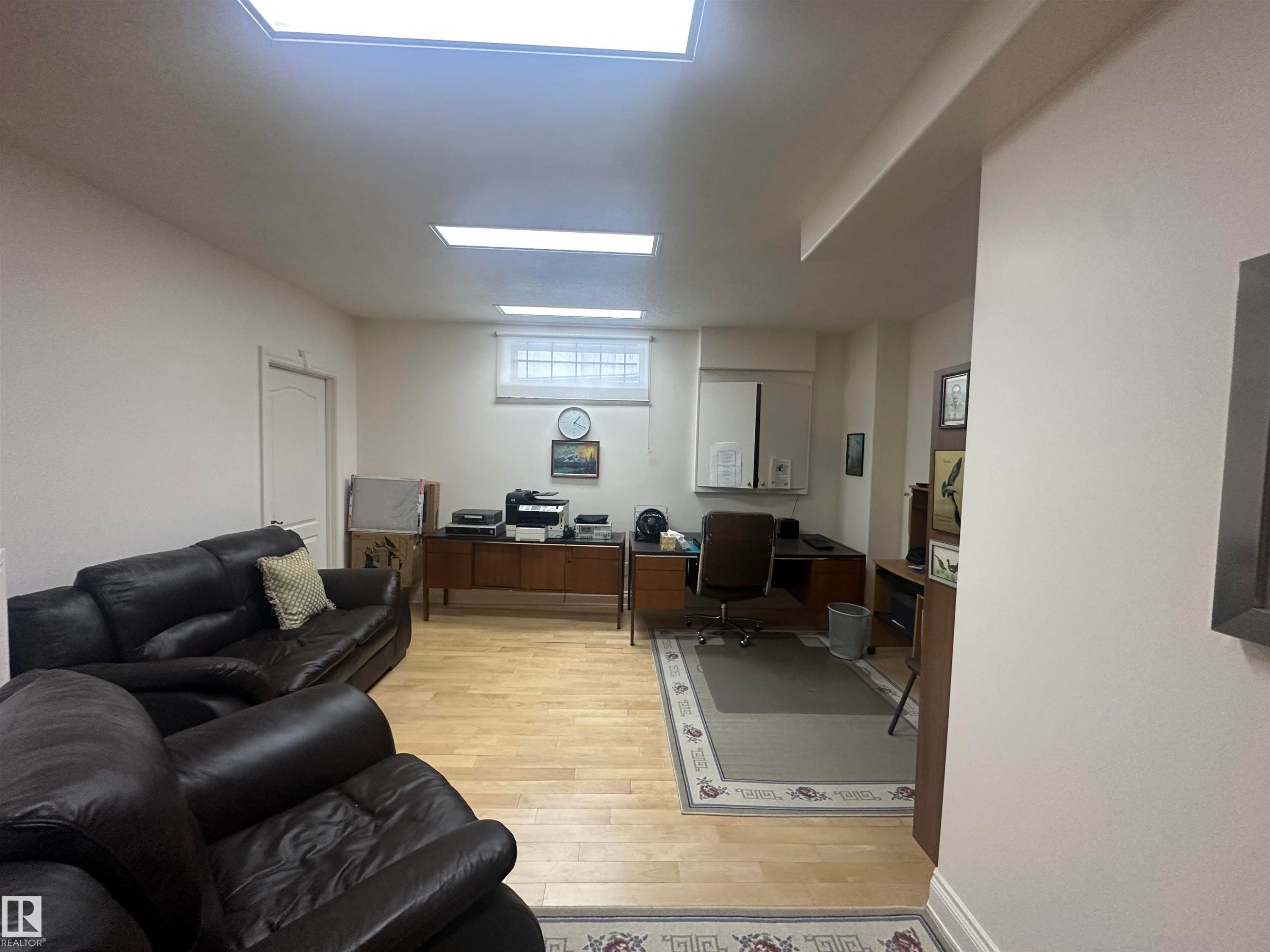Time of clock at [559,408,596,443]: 1:18
